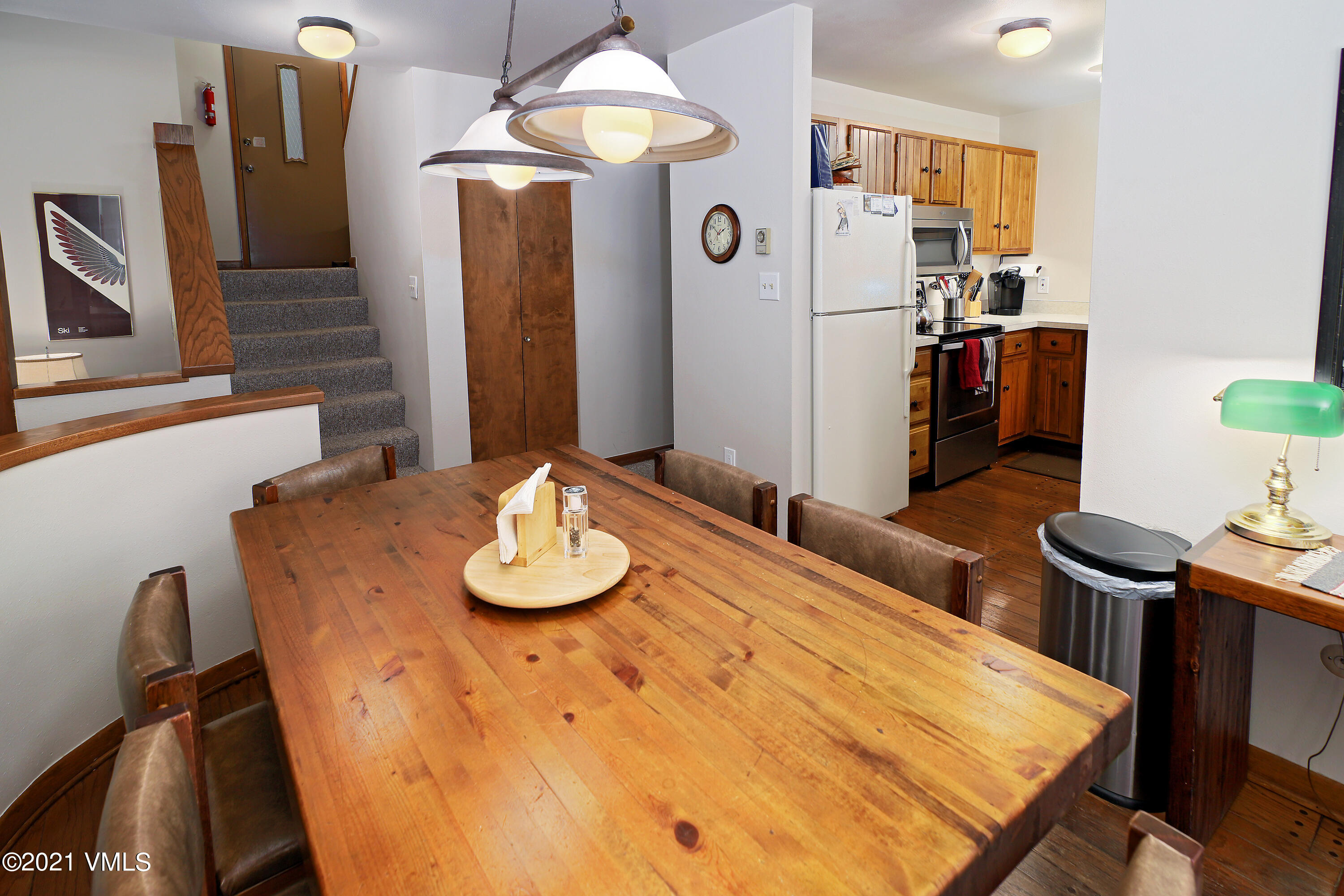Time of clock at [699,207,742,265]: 1:51
